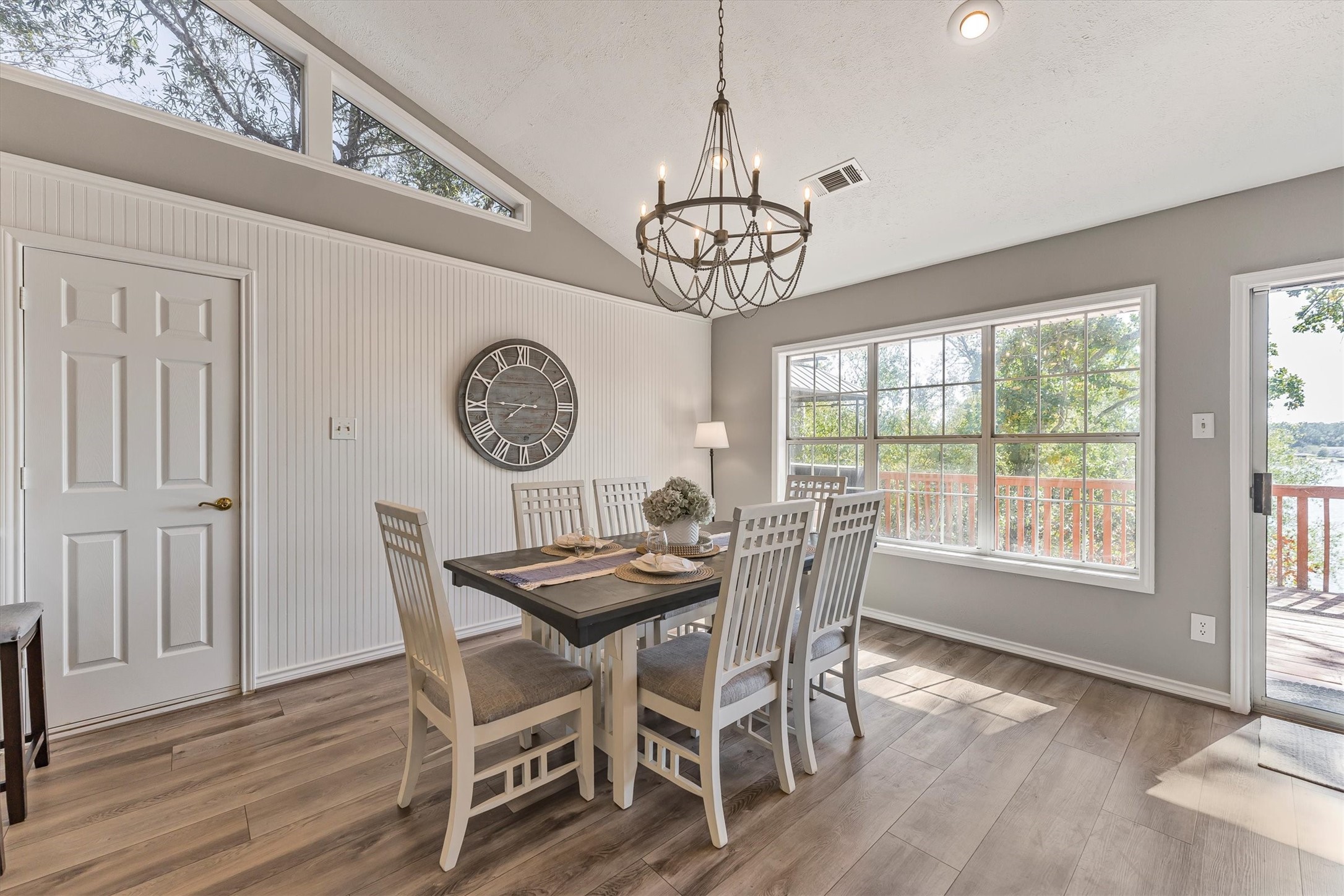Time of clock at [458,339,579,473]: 7:45
